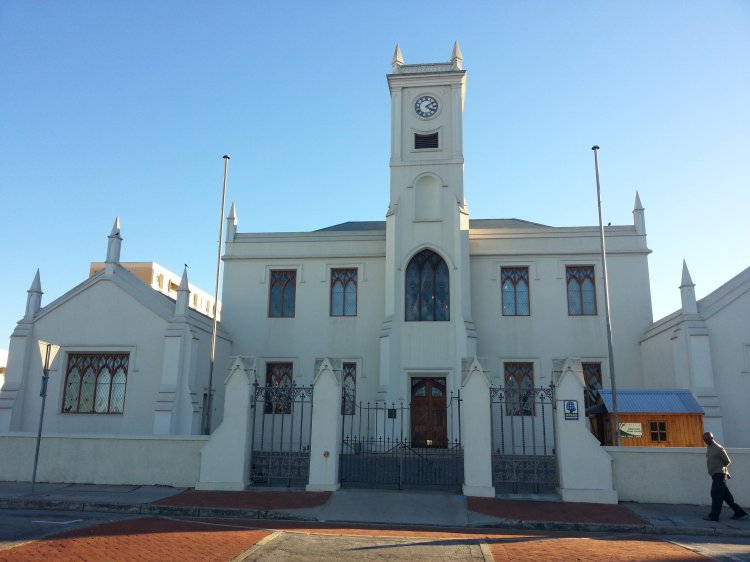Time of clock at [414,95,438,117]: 4:09
